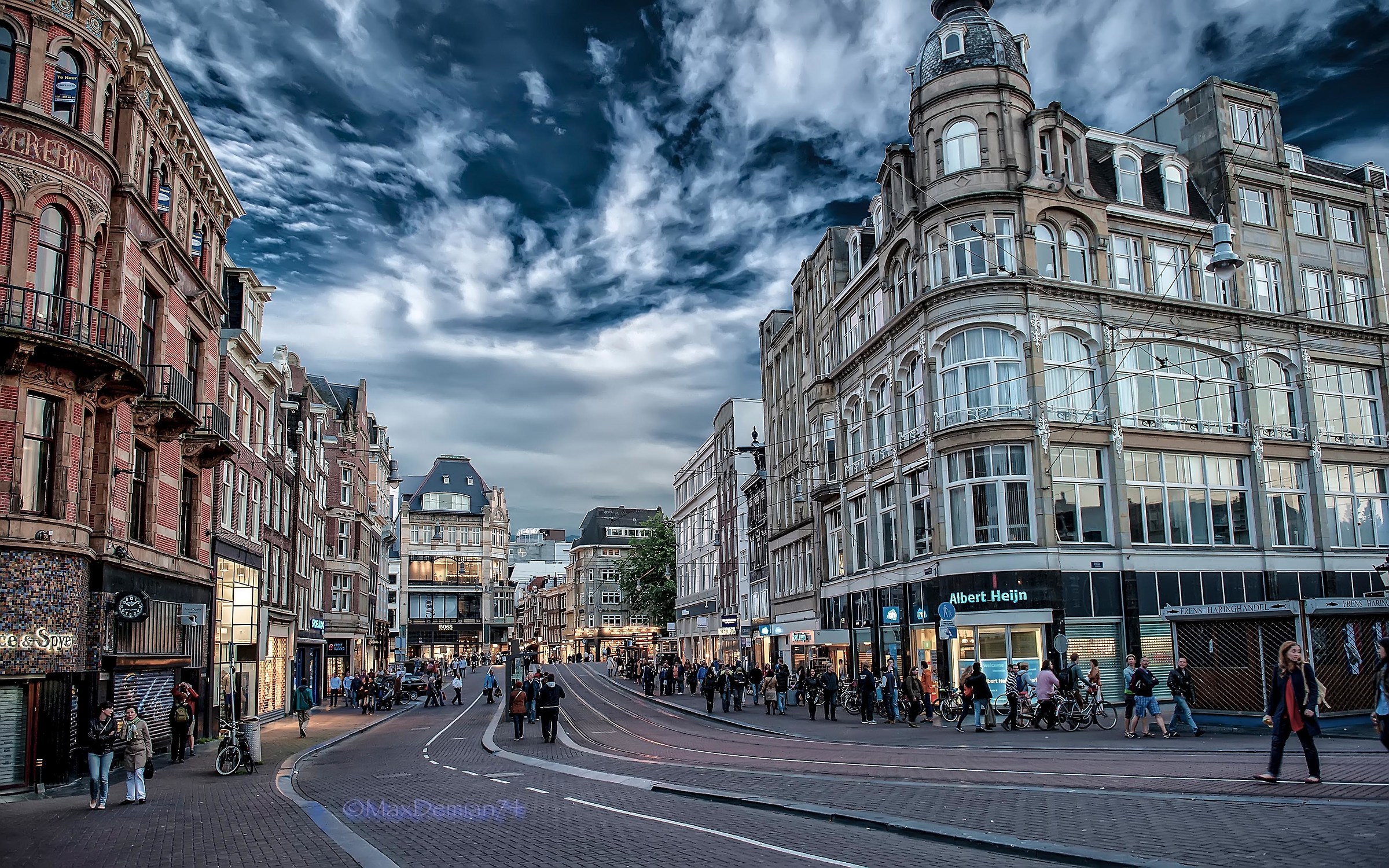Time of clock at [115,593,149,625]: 10:08
